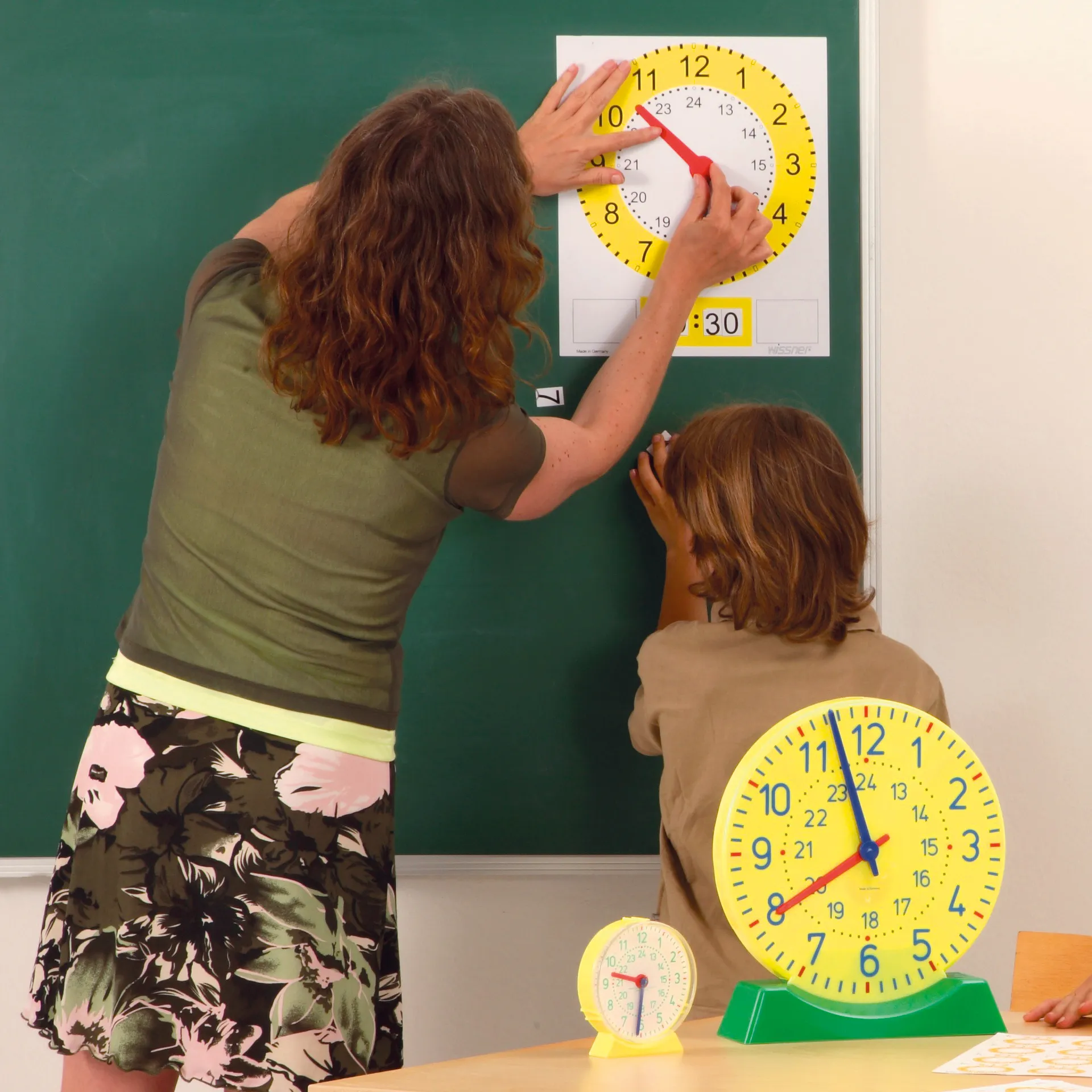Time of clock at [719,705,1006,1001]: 7:57
